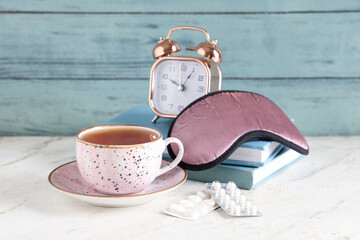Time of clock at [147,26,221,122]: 10:05
